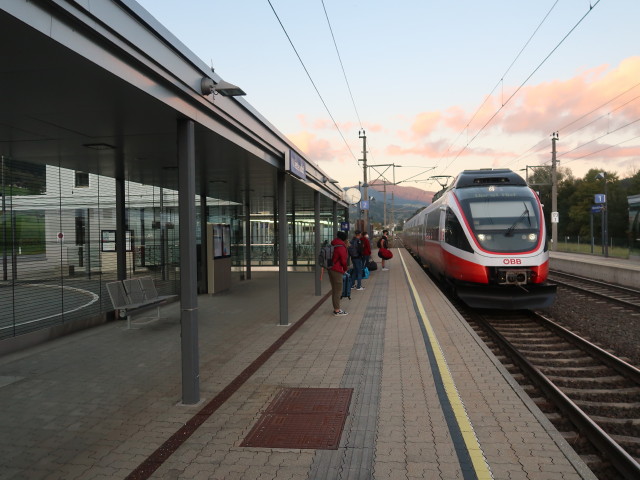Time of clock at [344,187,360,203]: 6:18
